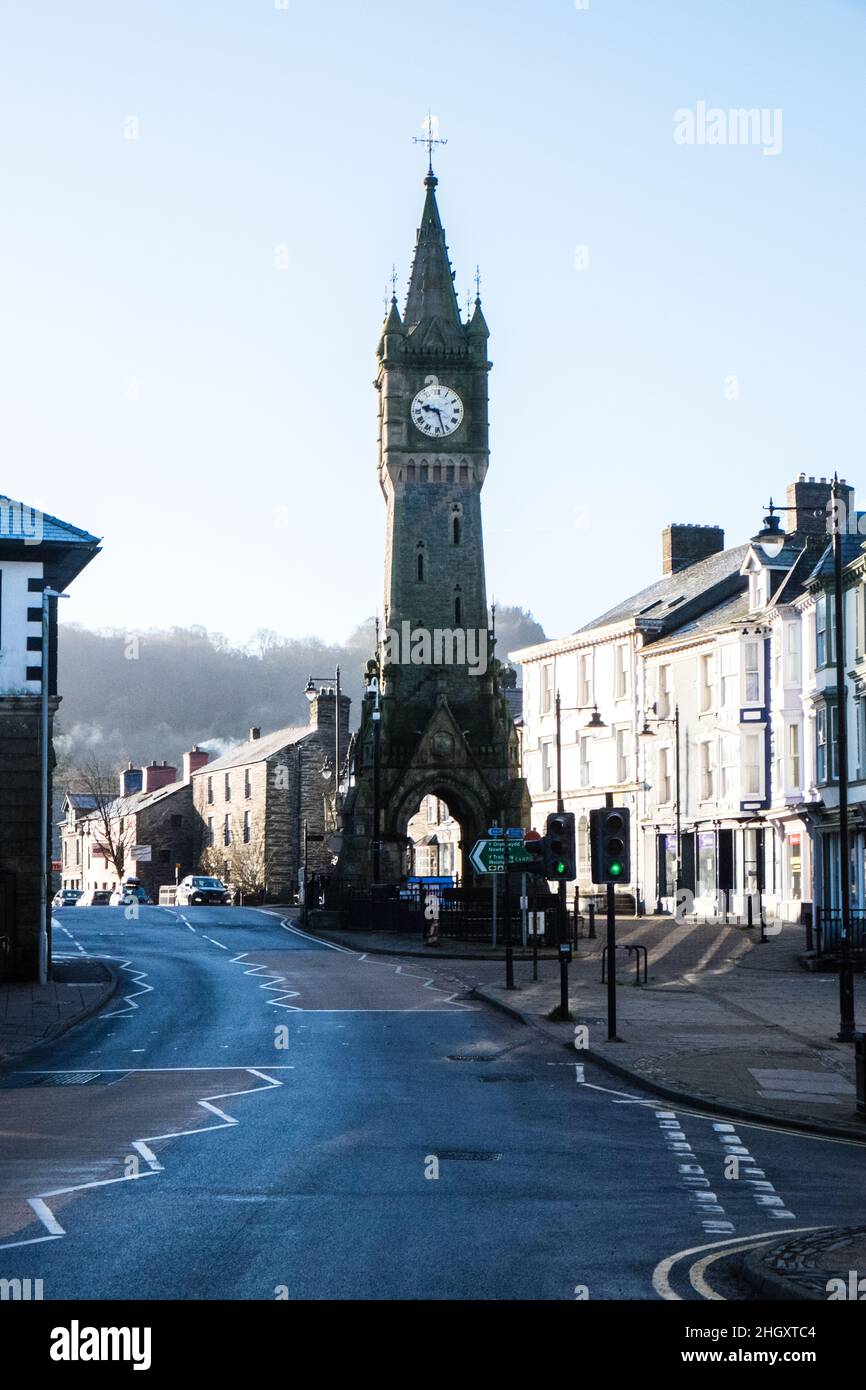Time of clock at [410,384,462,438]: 9:27
